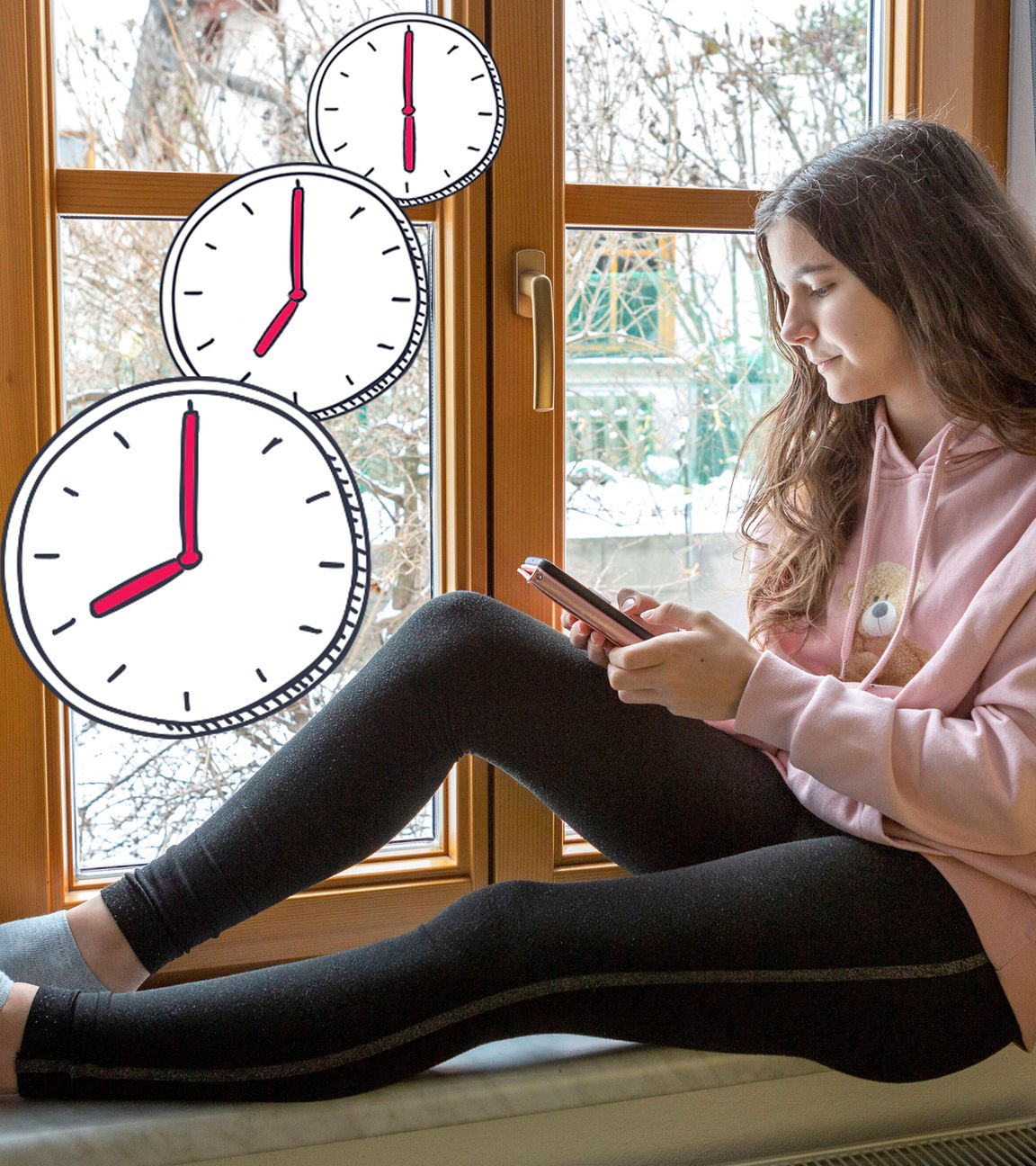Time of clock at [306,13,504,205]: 5:59
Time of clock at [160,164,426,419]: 6:59
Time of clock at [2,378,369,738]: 8:00
